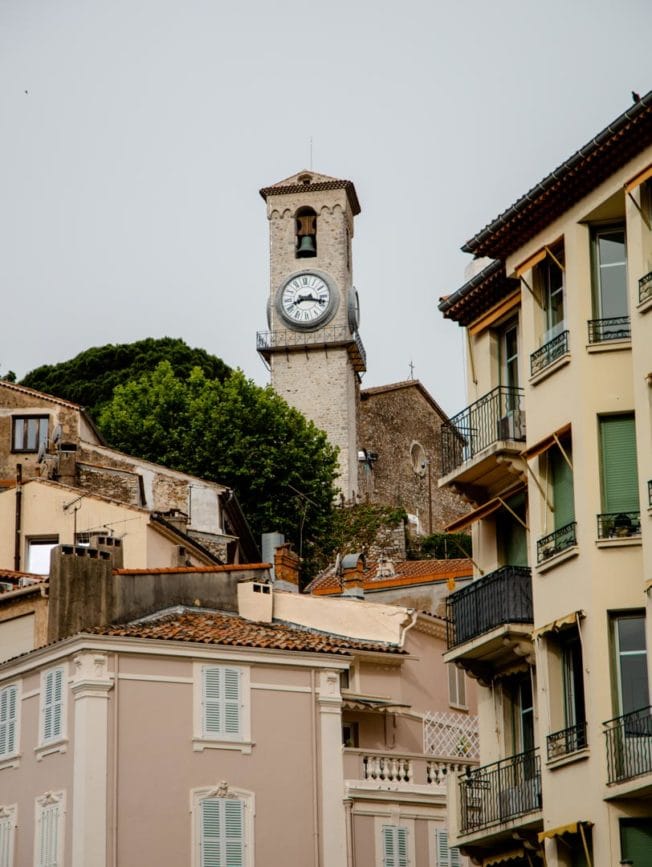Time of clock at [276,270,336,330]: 8:17
